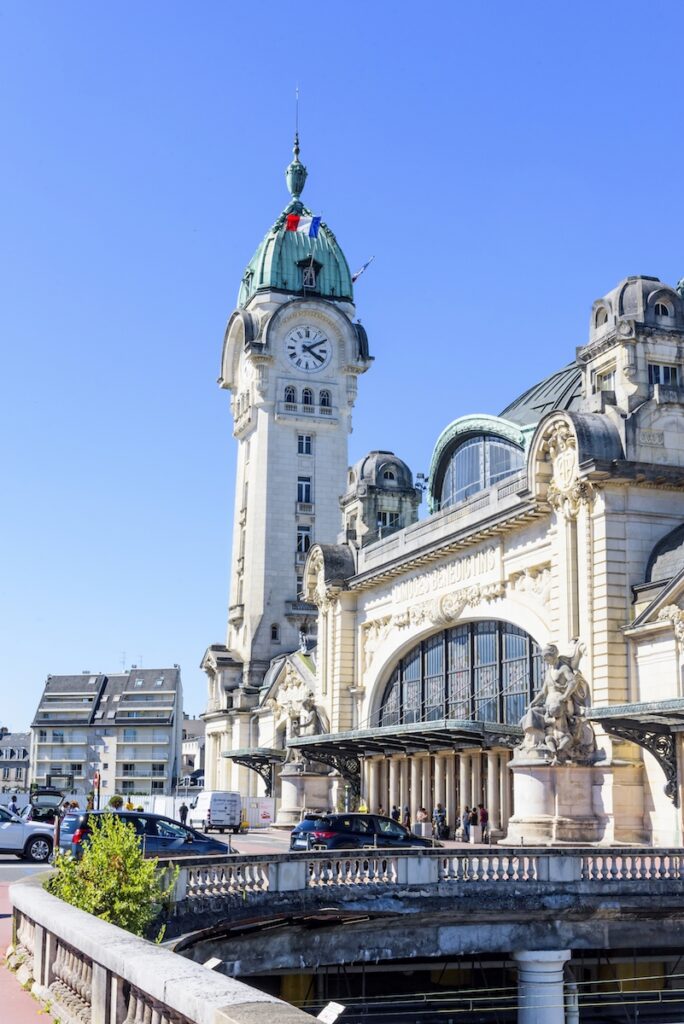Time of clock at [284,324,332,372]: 4:09
